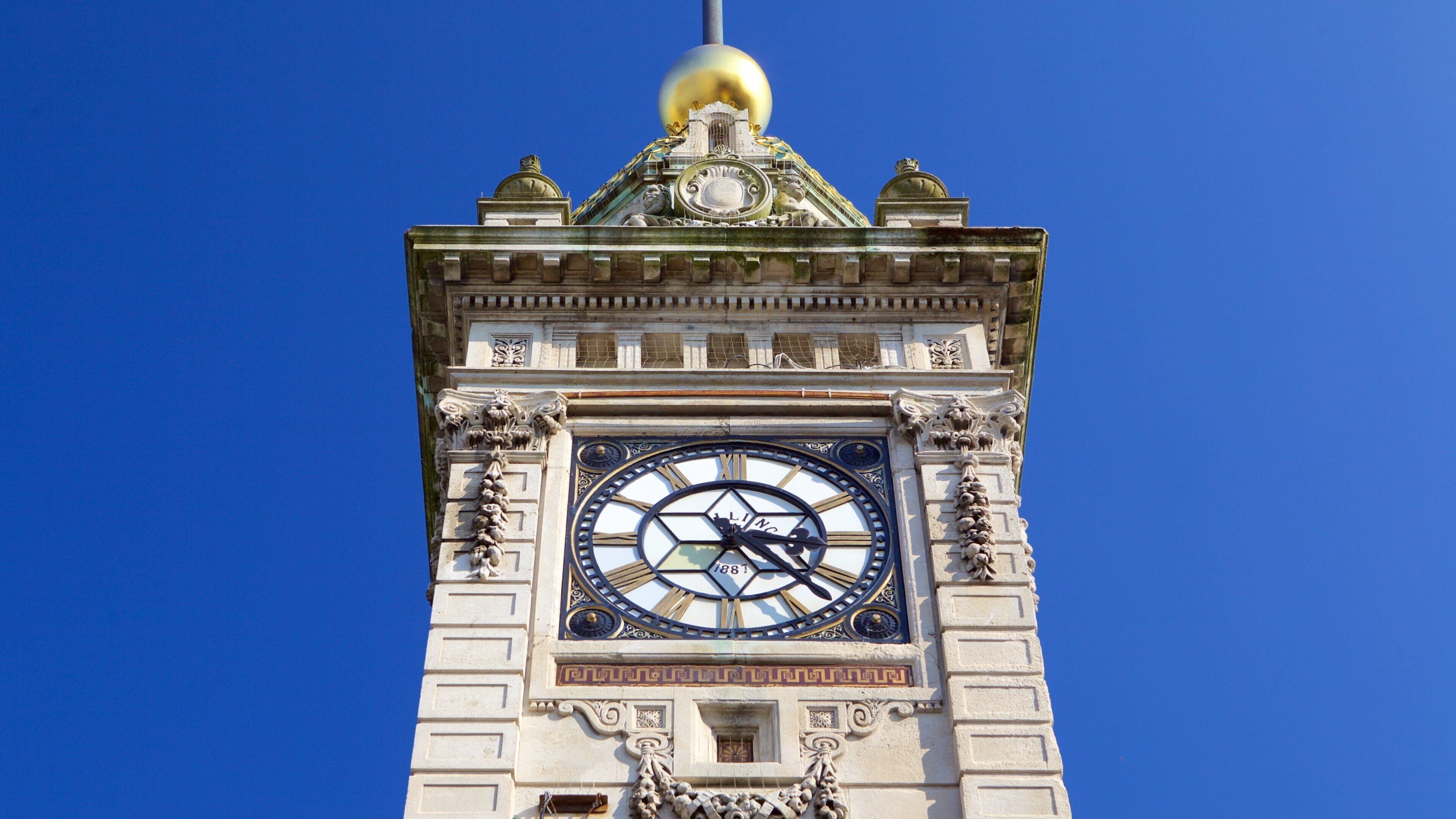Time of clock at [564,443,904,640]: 3:23
